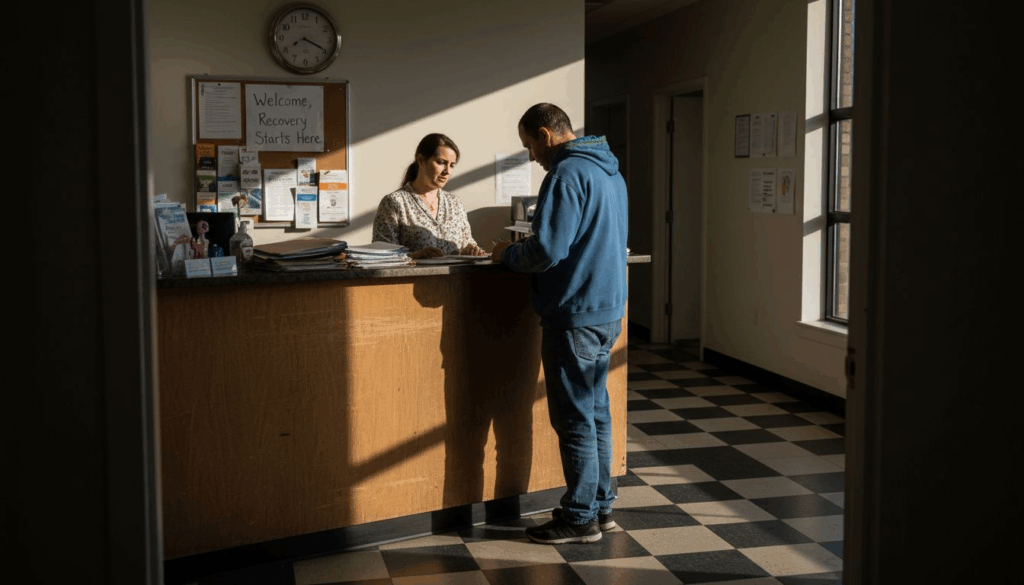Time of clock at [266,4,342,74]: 8:19
